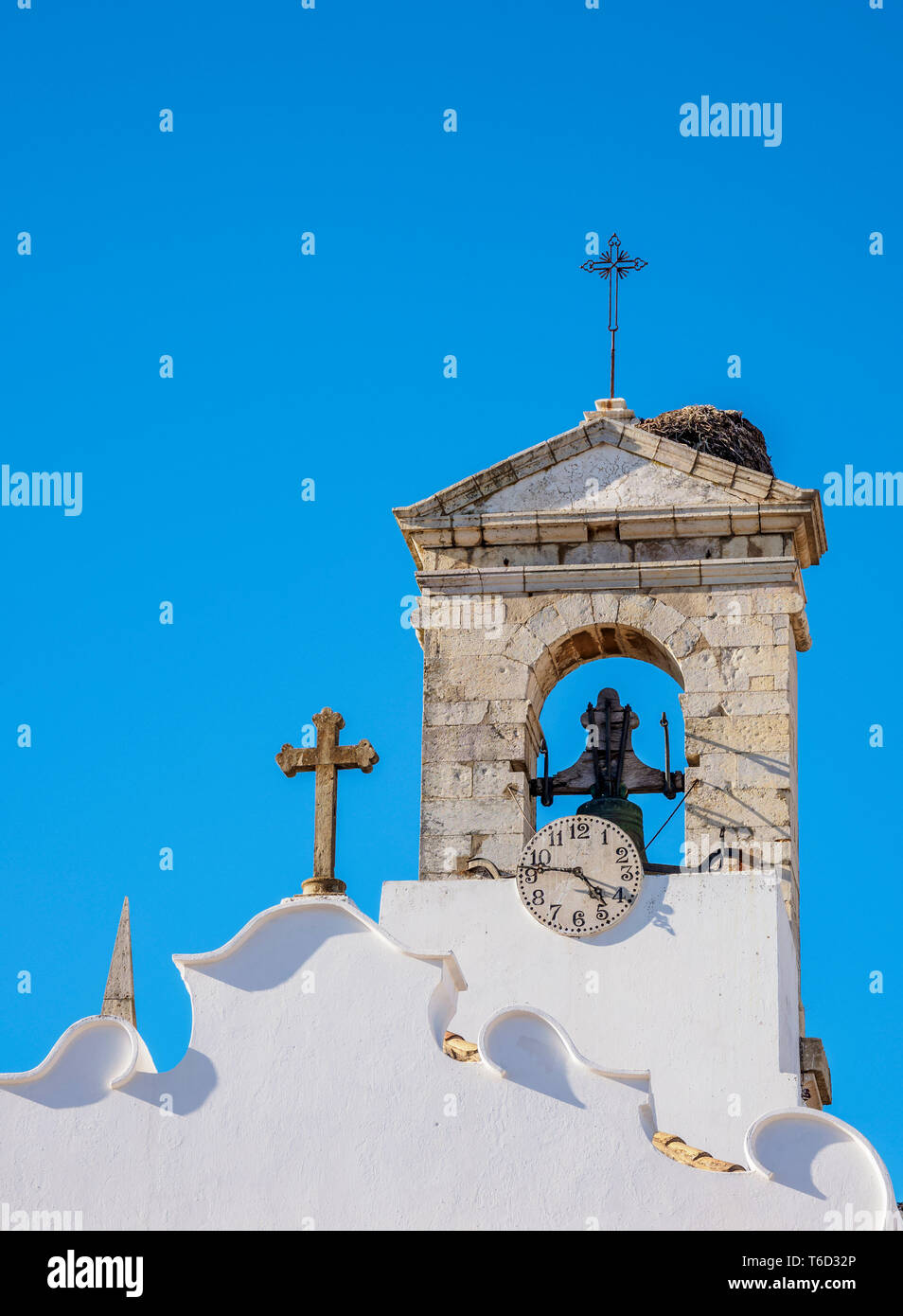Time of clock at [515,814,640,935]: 4:46
